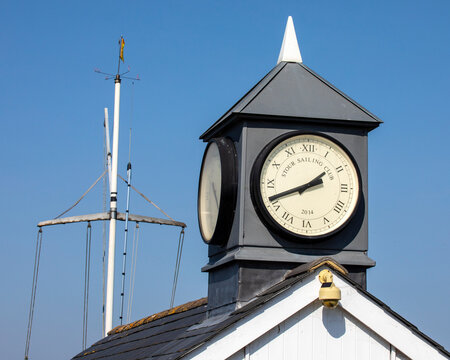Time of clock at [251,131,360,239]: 1:41
